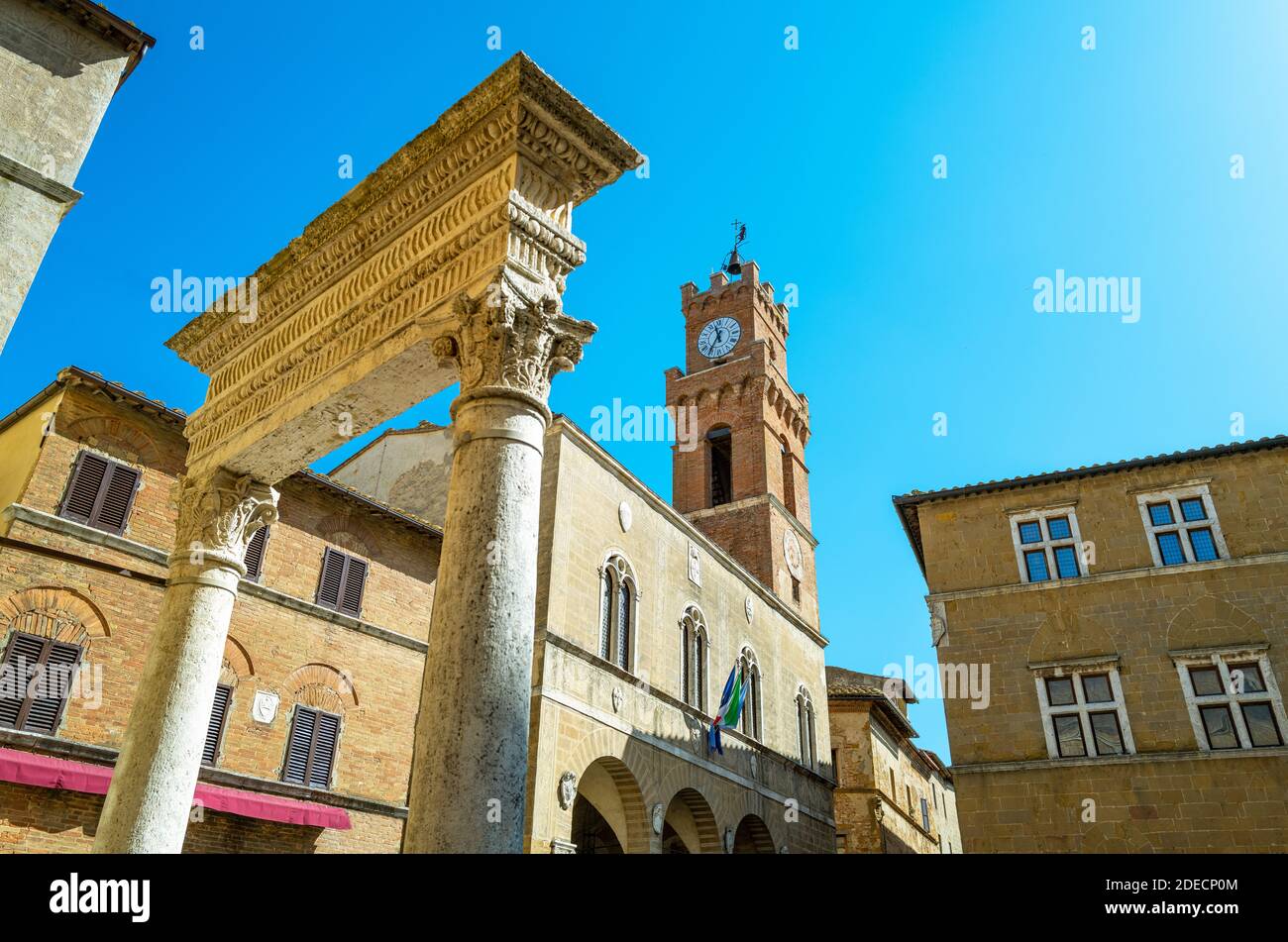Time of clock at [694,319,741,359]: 11:35
